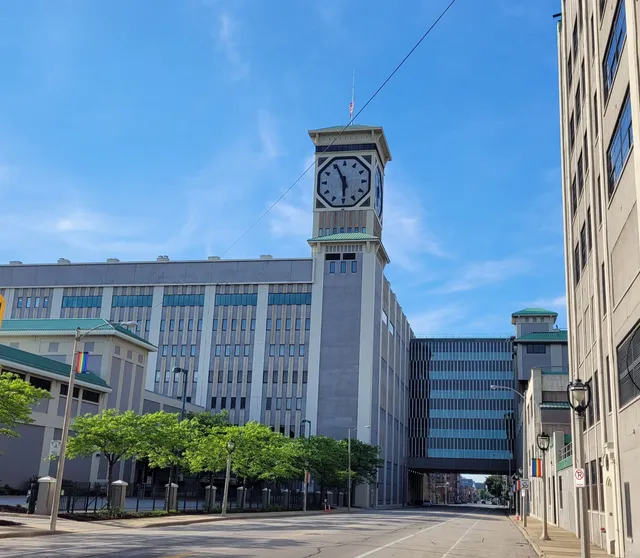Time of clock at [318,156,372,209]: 5:55
